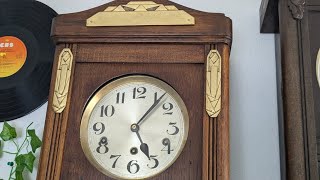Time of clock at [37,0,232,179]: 5:06
